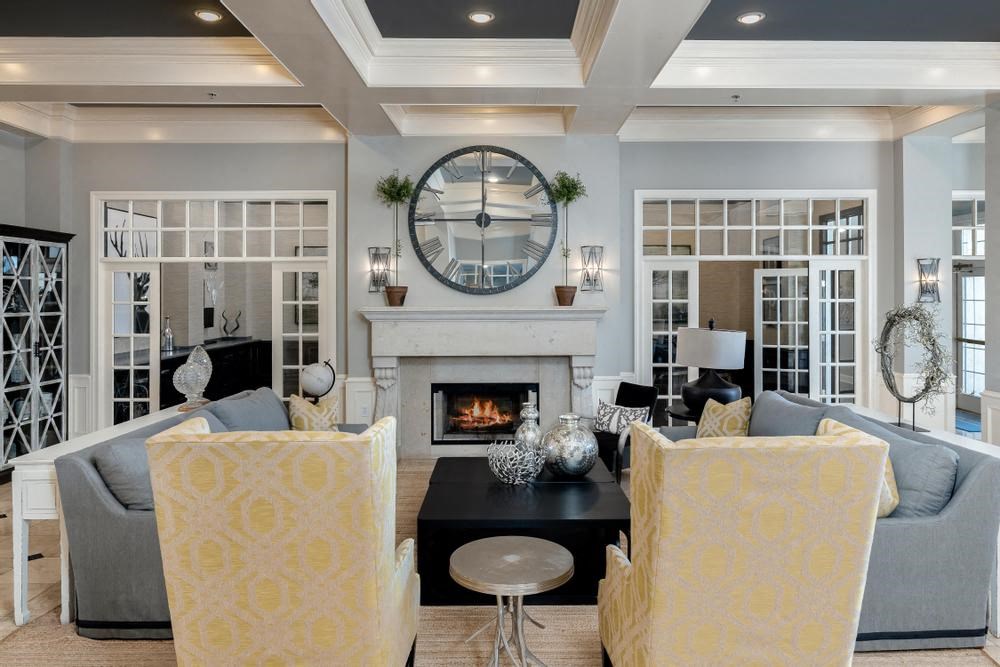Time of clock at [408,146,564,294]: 3:00
